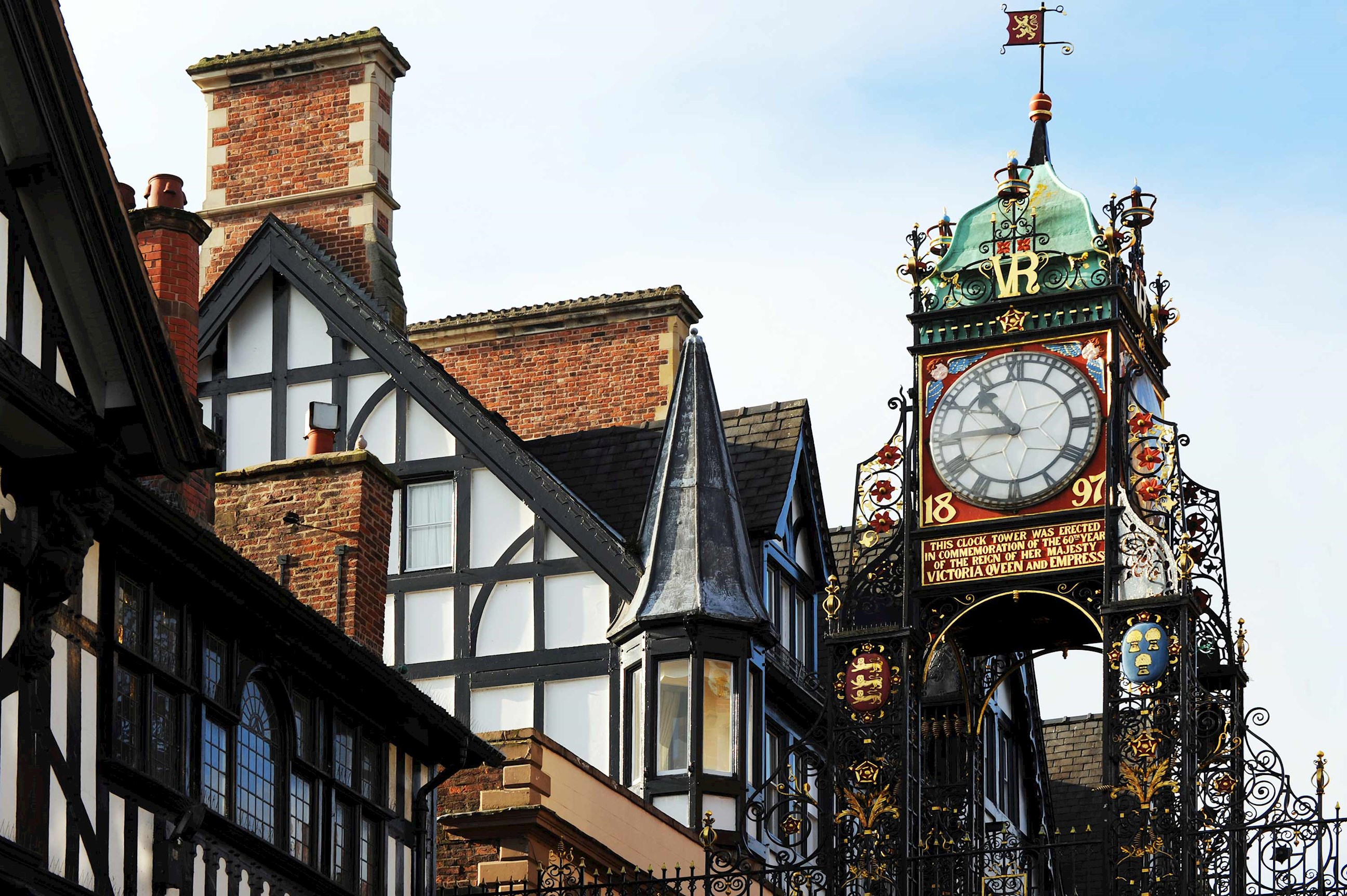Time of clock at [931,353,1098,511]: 10:45
